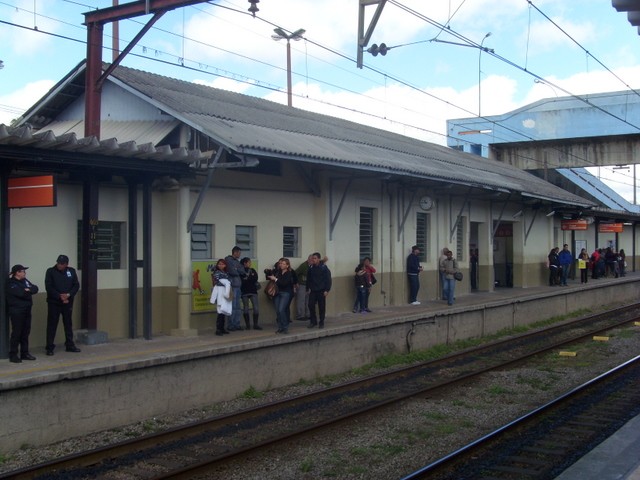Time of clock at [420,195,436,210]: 10:45
